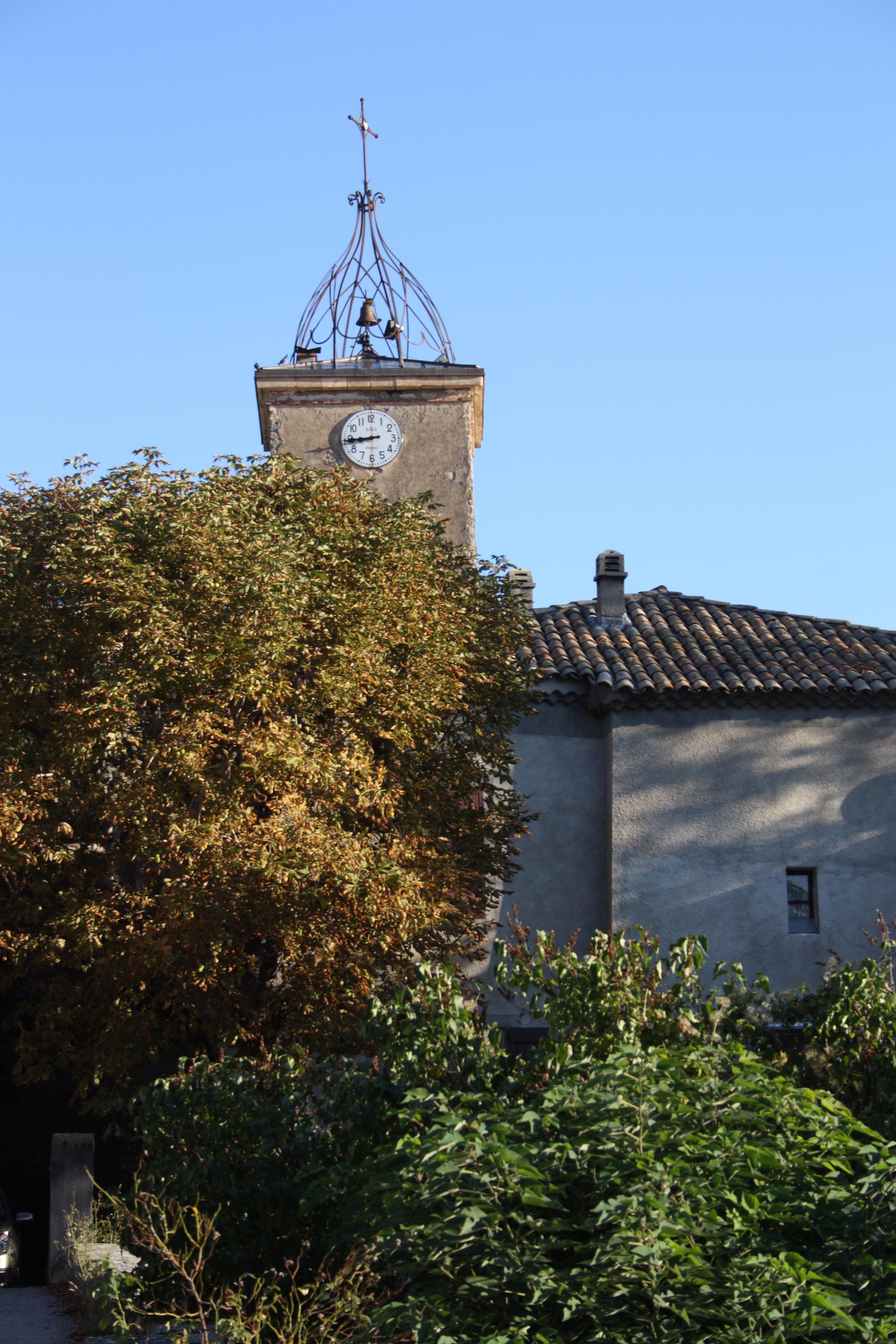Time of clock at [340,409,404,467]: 8:44
